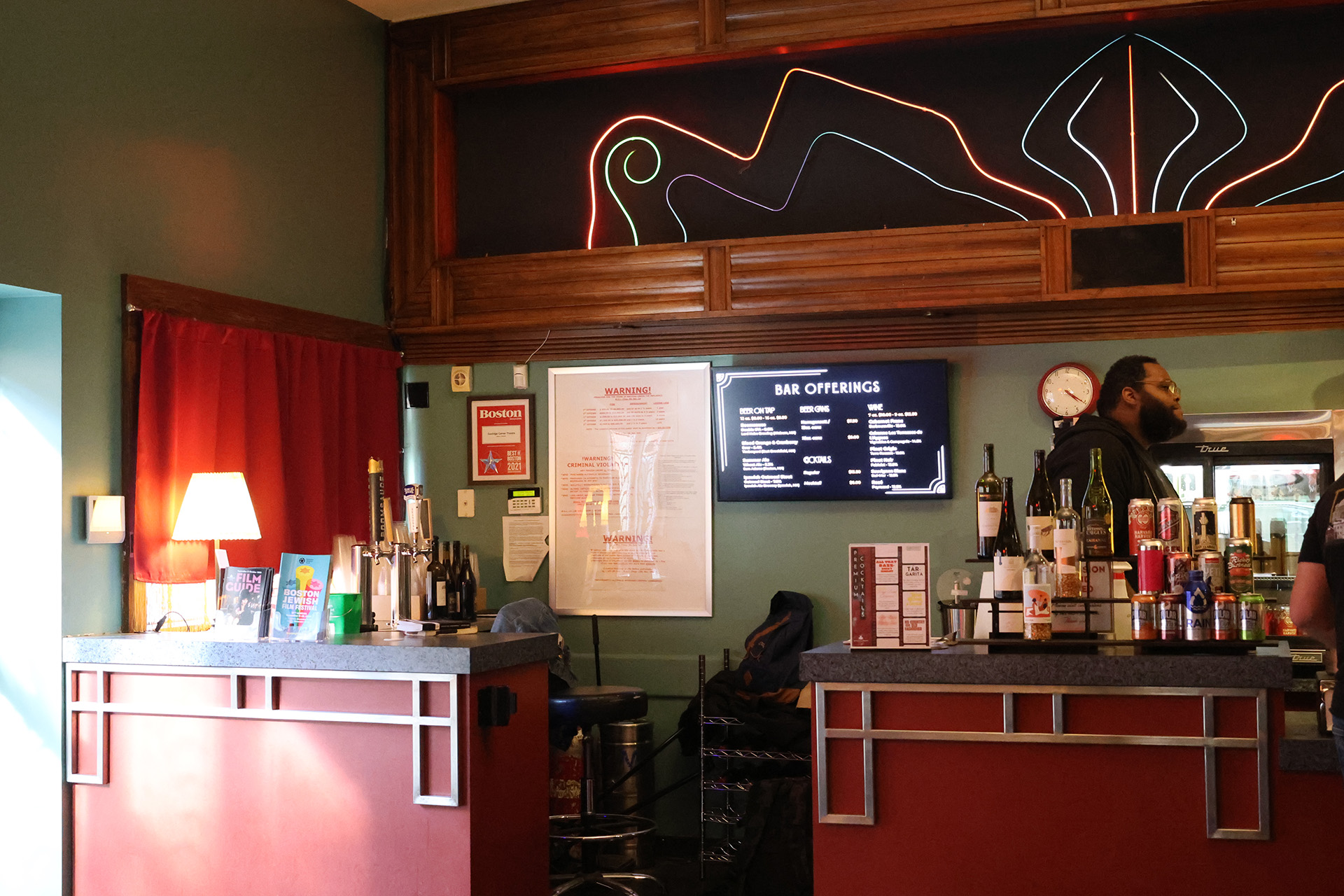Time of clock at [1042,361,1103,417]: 4:20
